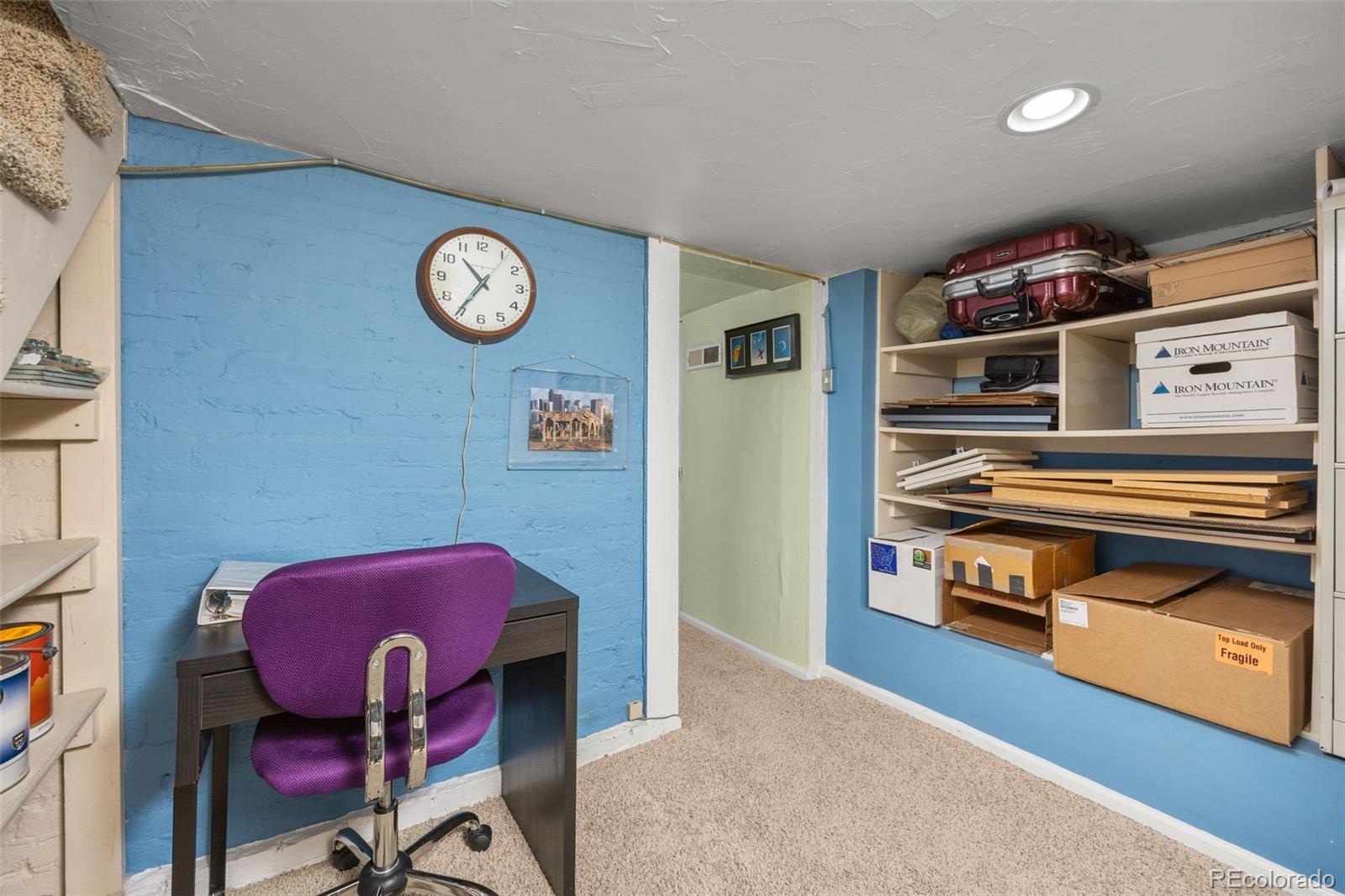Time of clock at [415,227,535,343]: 10:35
